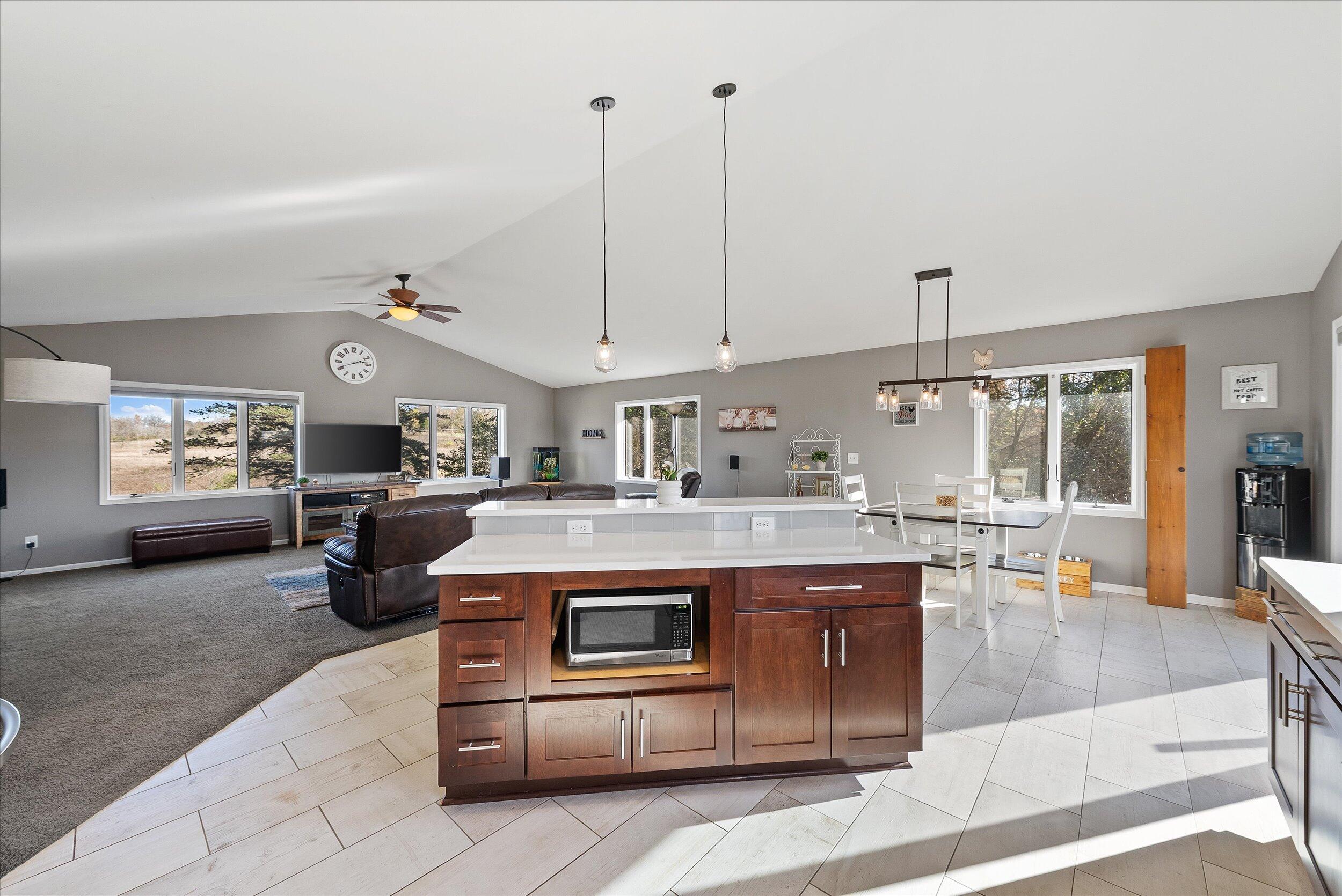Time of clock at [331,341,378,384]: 2:40
